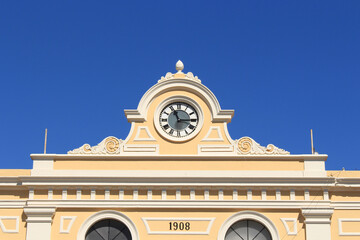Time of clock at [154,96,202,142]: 11:14
